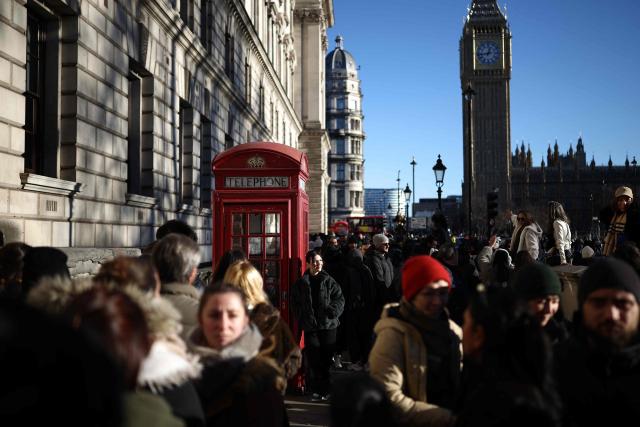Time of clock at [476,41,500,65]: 12:43
